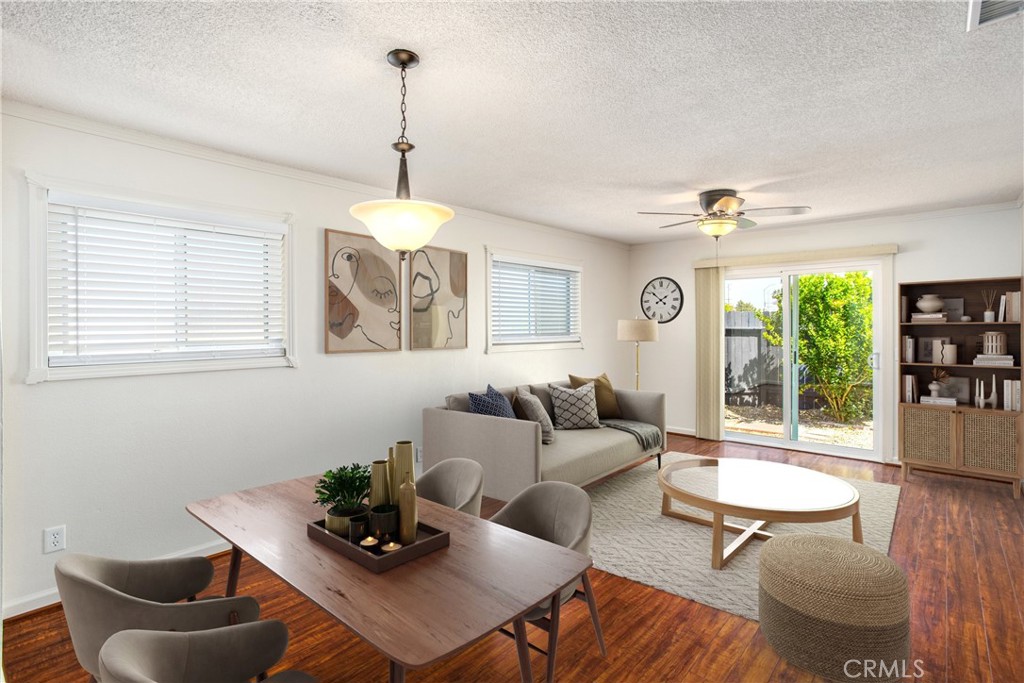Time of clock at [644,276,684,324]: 1:51
